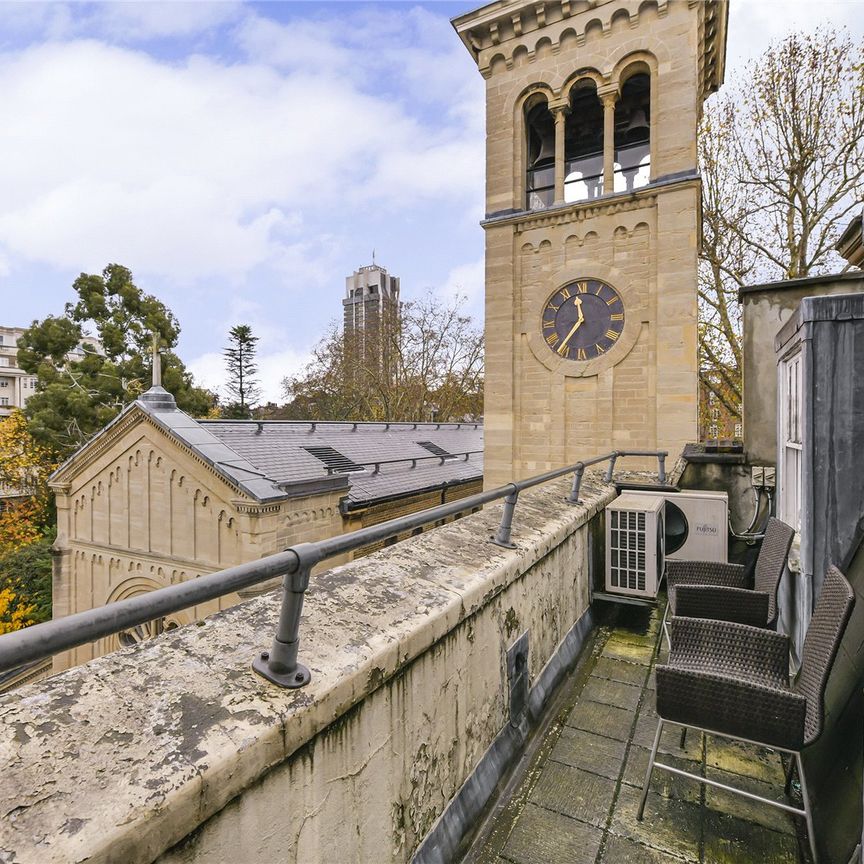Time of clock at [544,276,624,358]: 11:36
